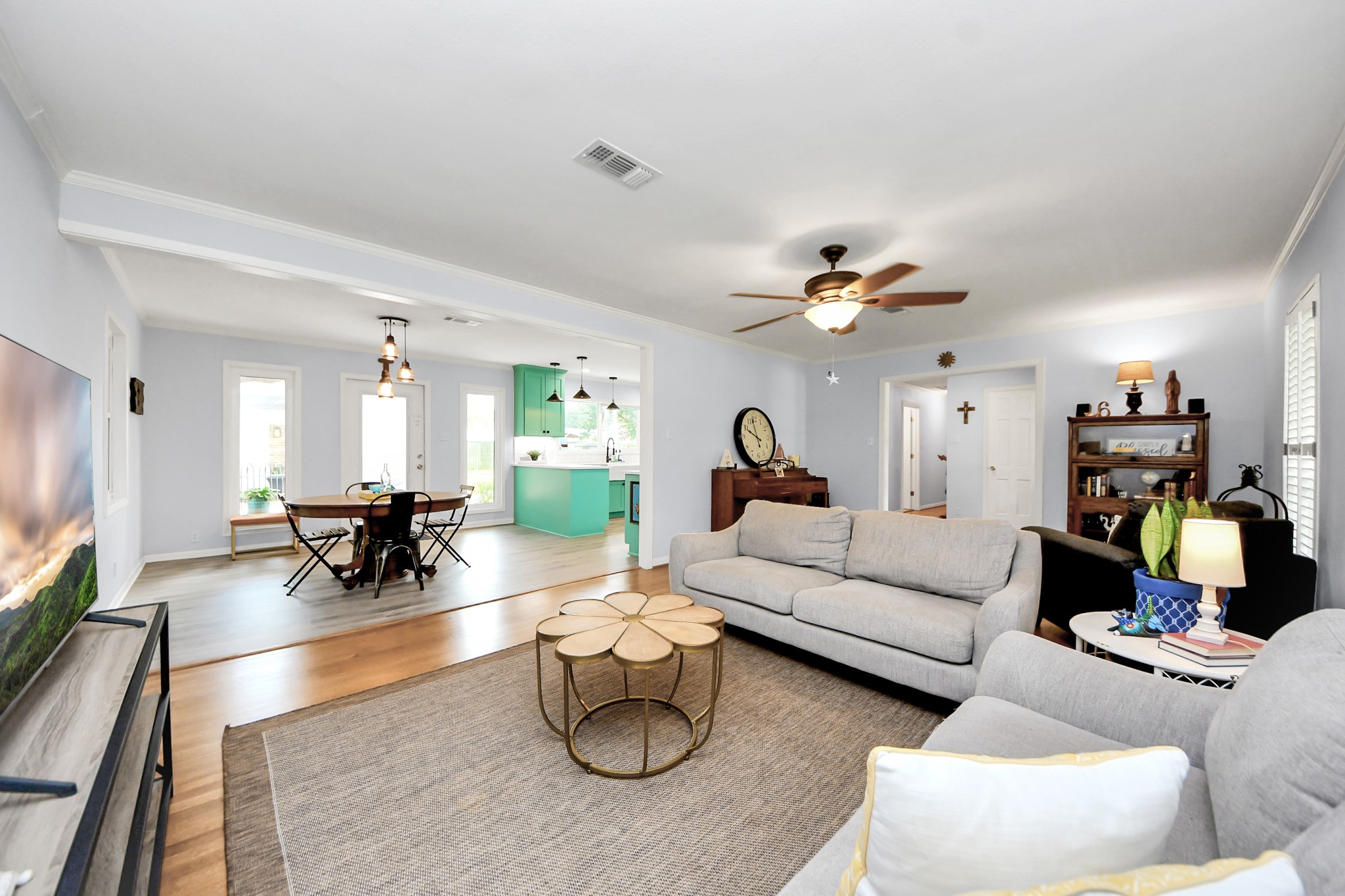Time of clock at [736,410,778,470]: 9:57
